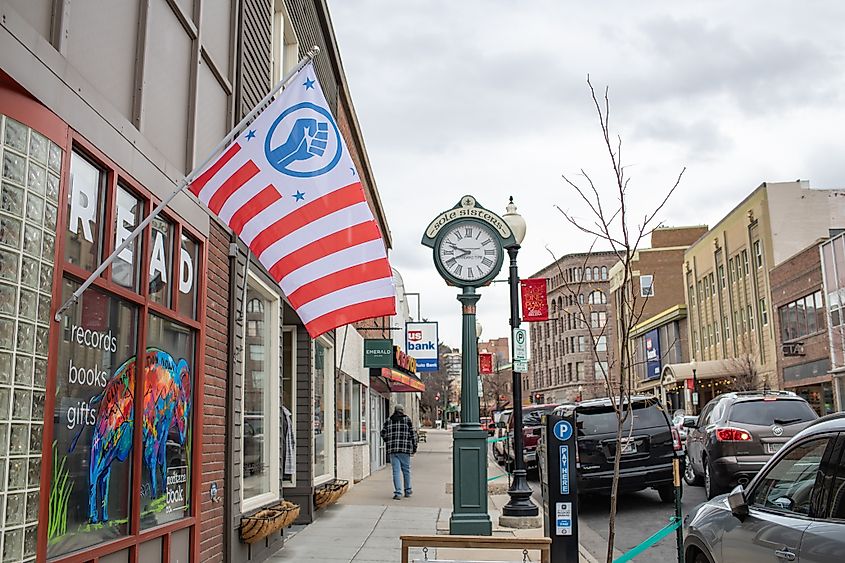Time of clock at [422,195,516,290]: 9:41
